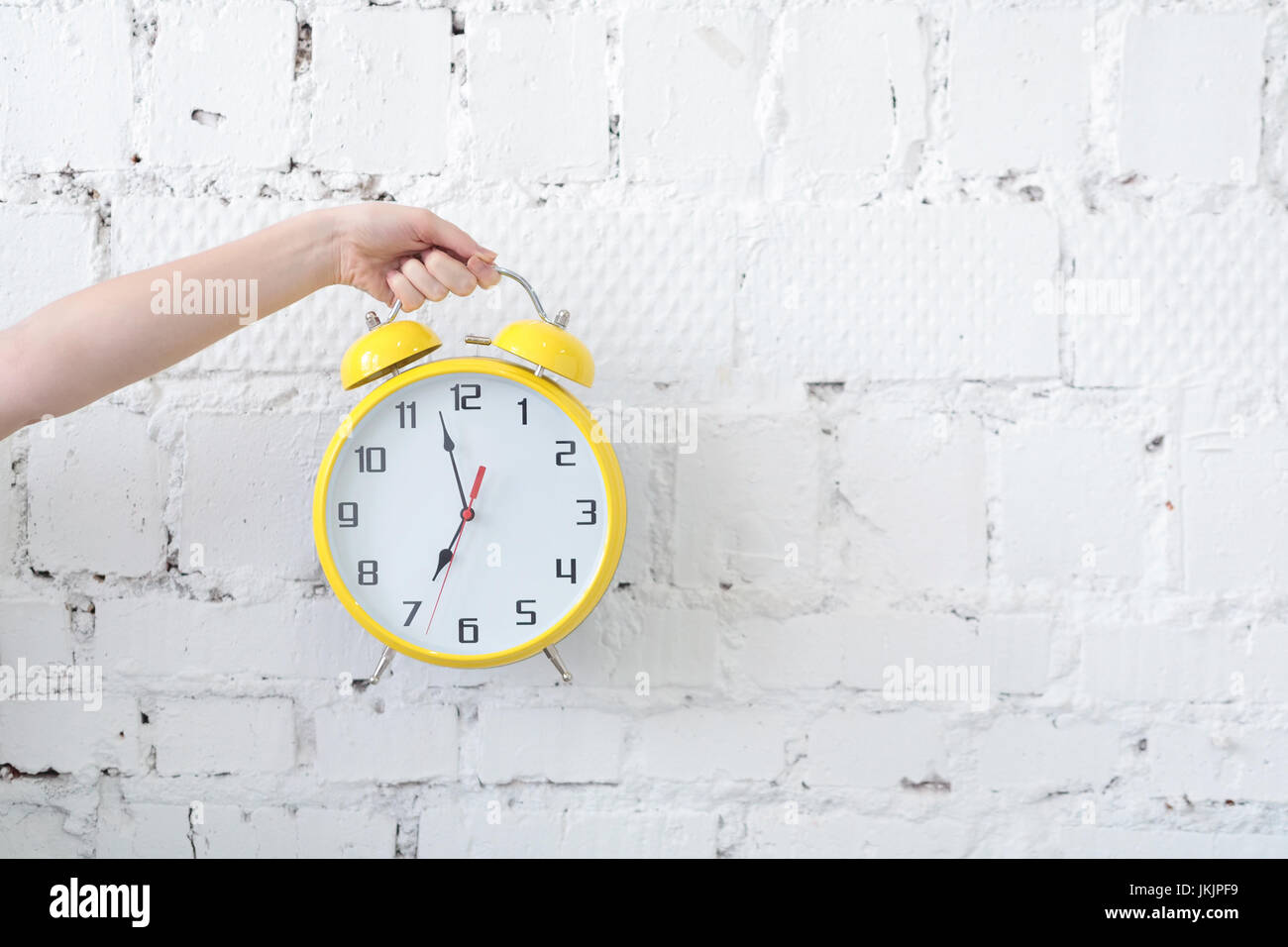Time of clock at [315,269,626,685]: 6:57
